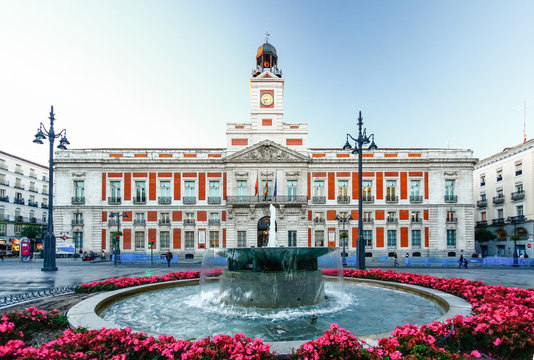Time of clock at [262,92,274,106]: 8:36
